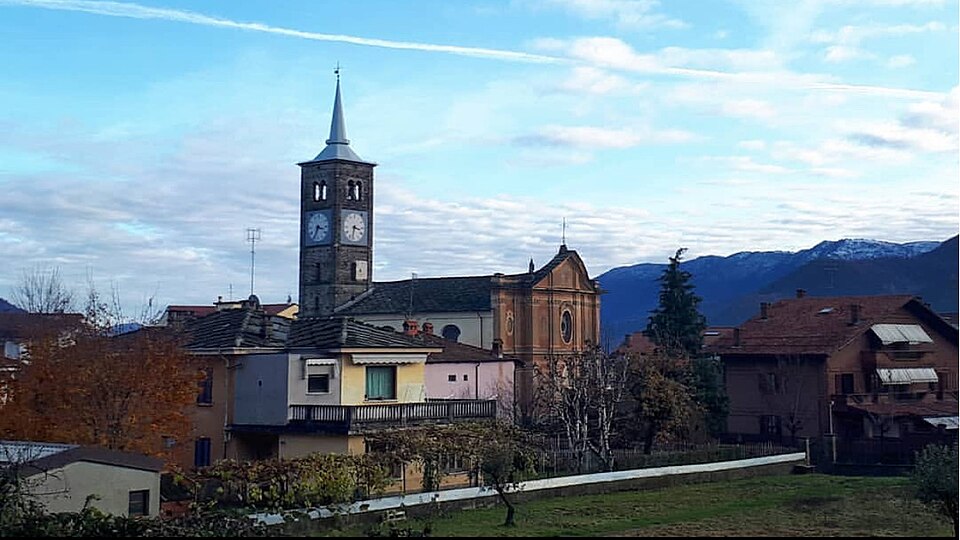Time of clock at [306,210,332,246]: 3:35
